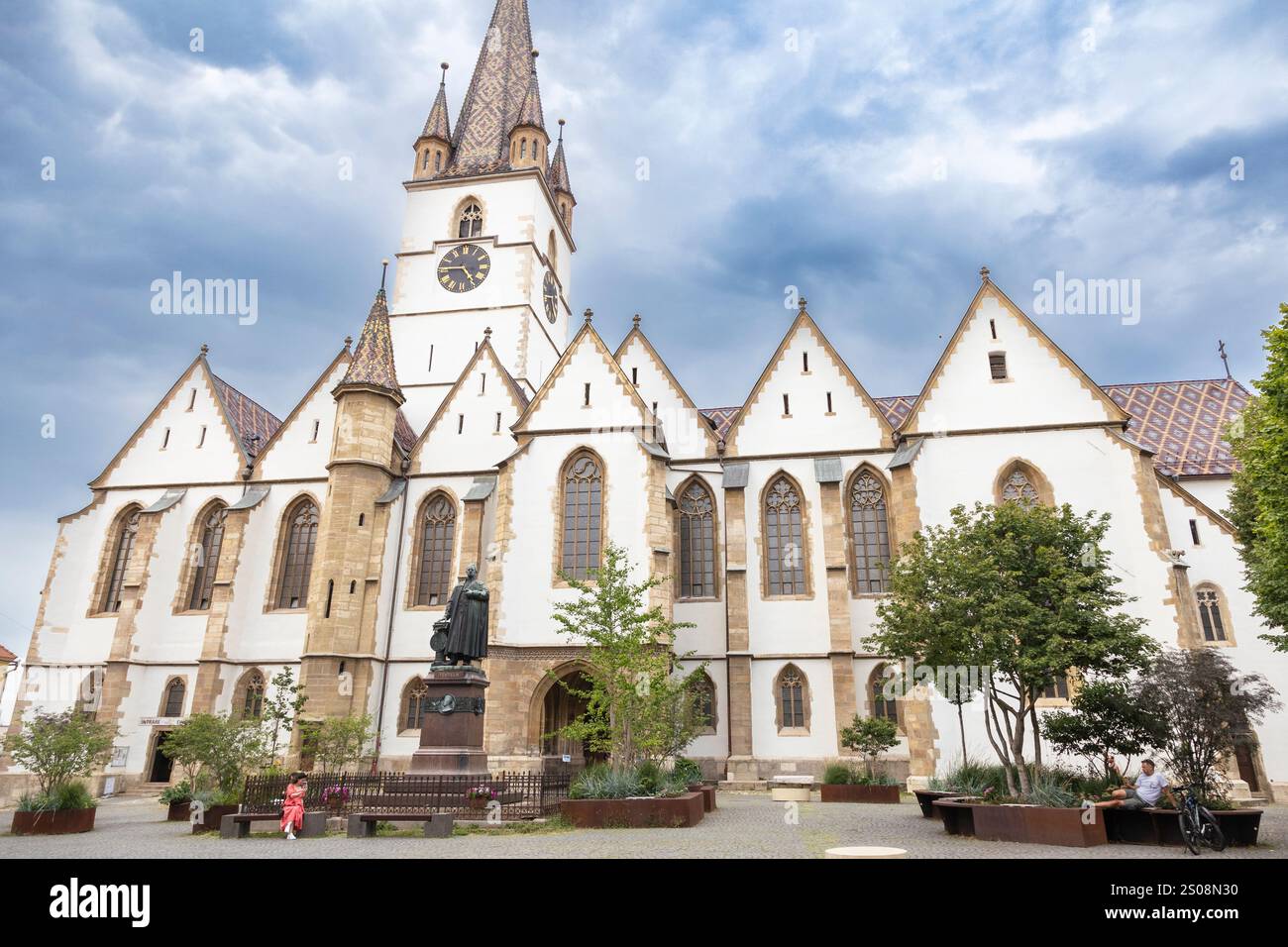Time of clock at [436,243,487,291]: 4:45
